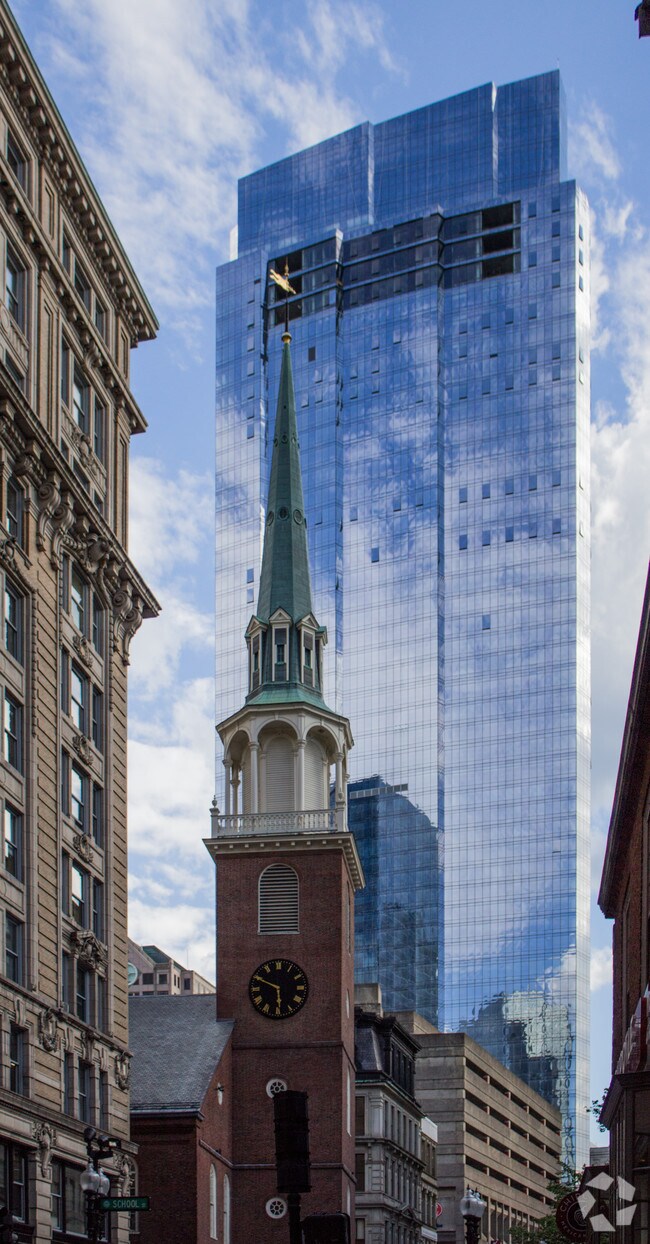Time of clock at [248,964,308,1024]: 5:49
